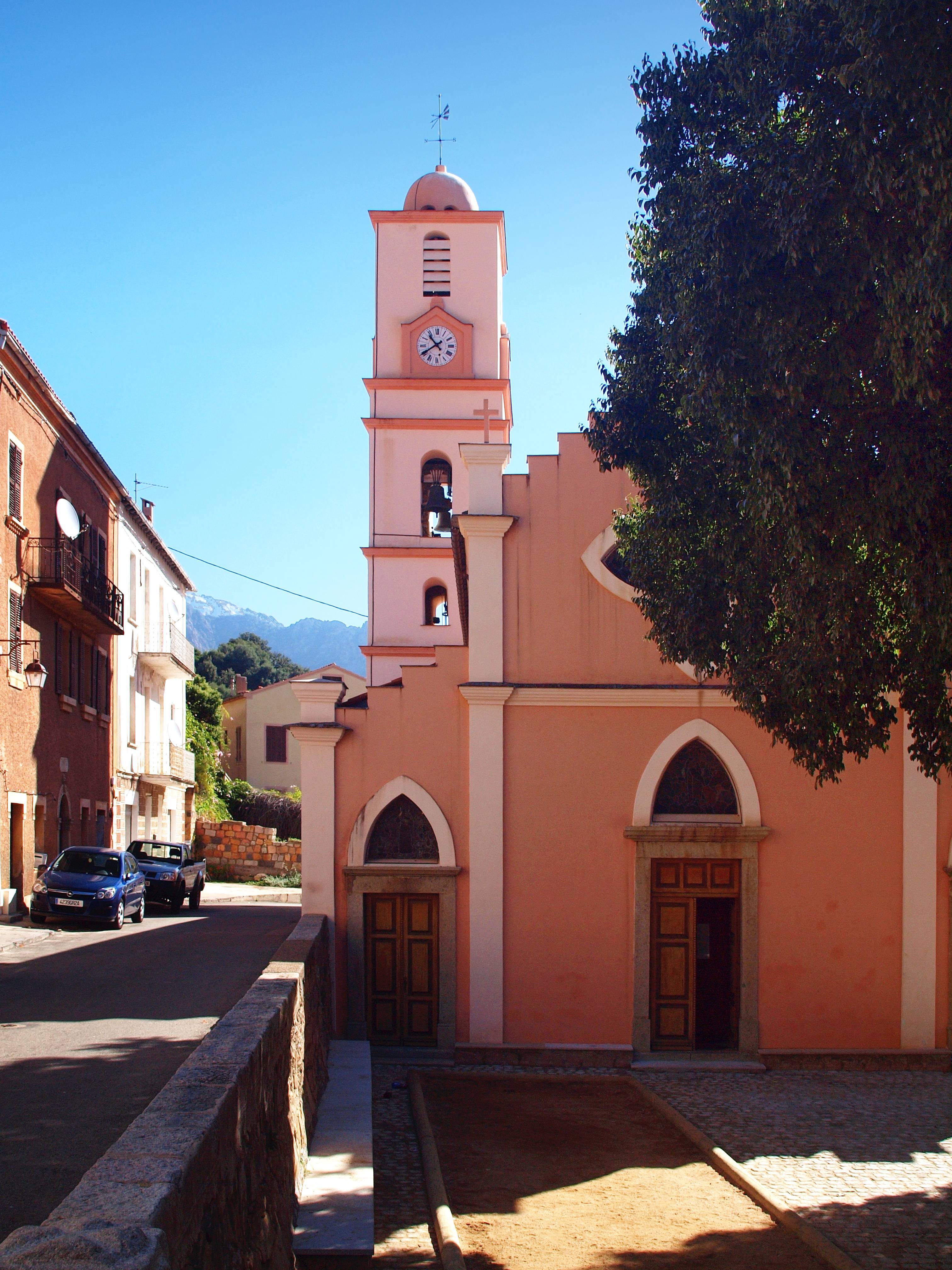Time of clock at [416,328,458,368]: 10:39
